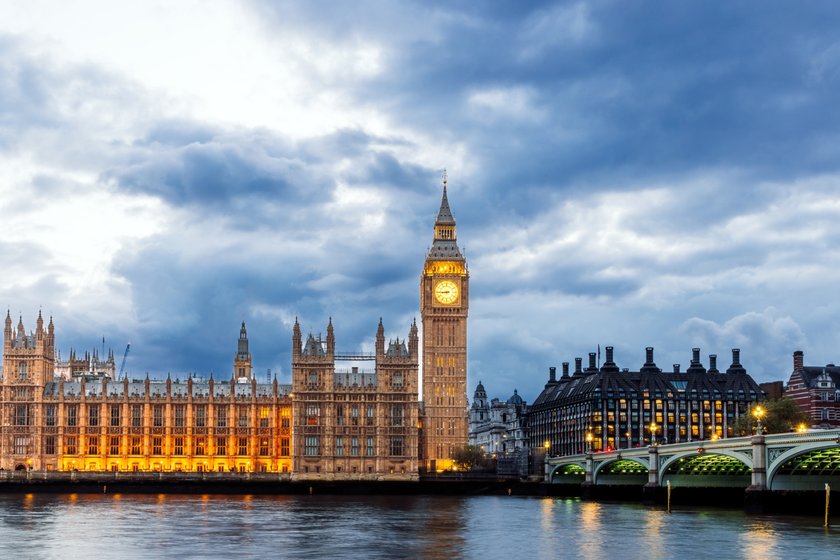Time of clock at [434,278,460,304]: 8:44
